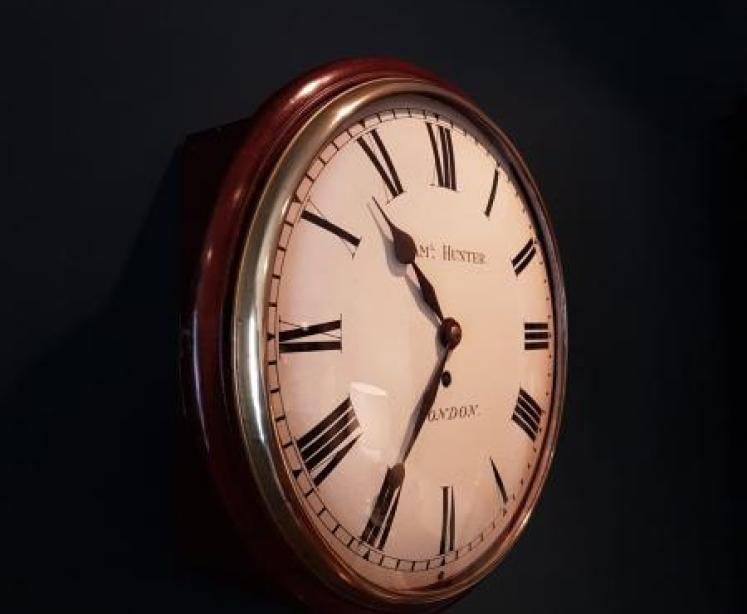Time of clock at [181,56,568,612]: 10:35
